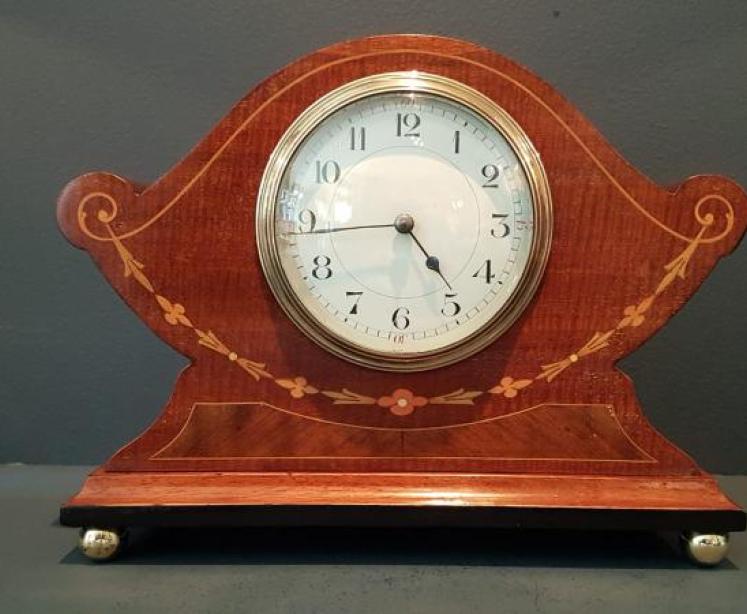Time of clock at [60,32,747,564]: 4:44
